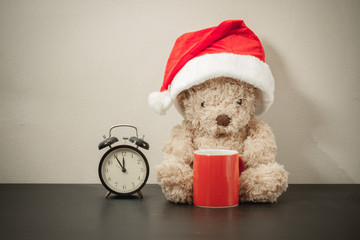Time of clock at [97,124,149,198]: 11:54
